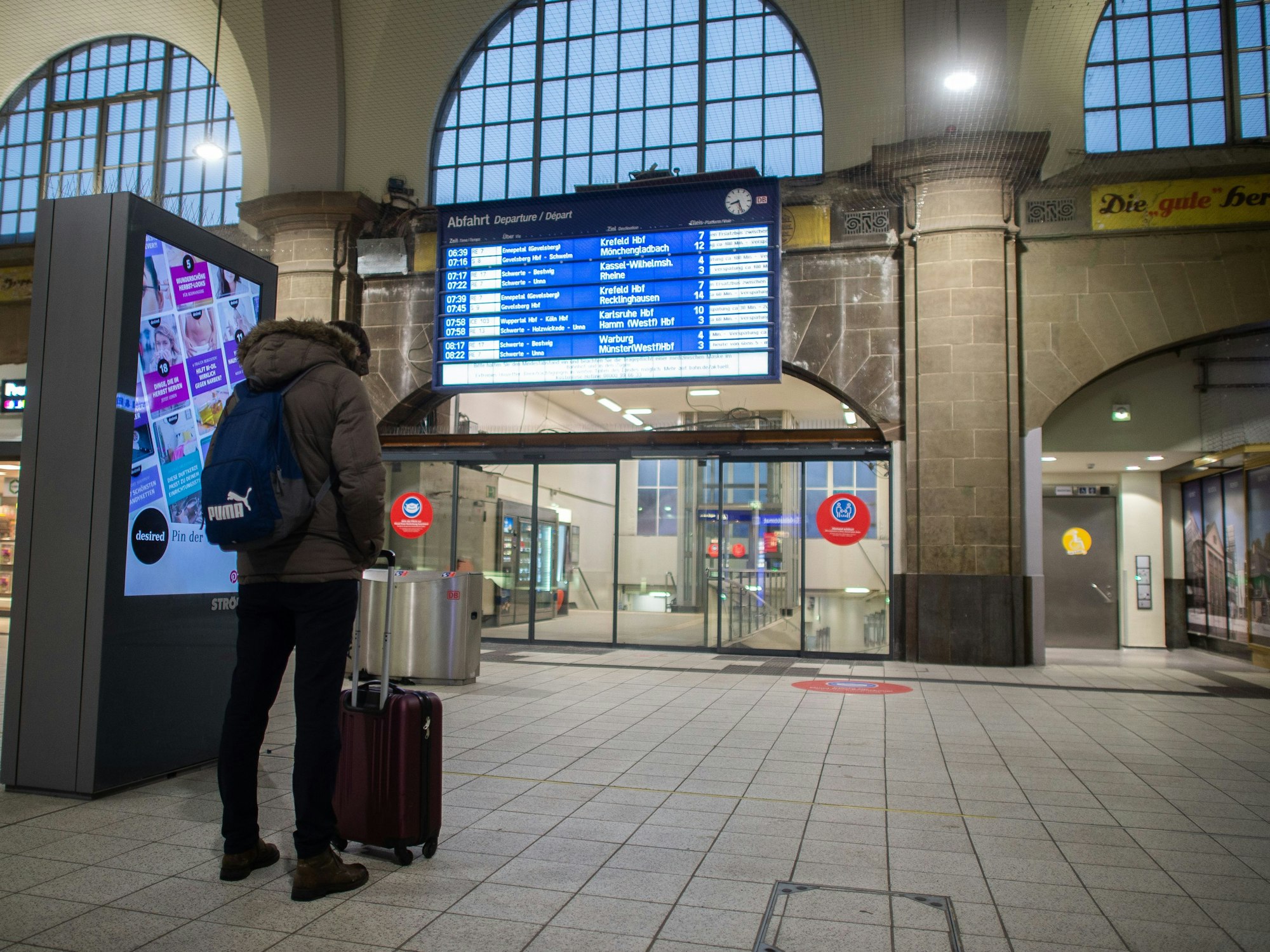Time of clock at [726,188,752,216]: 8:26
